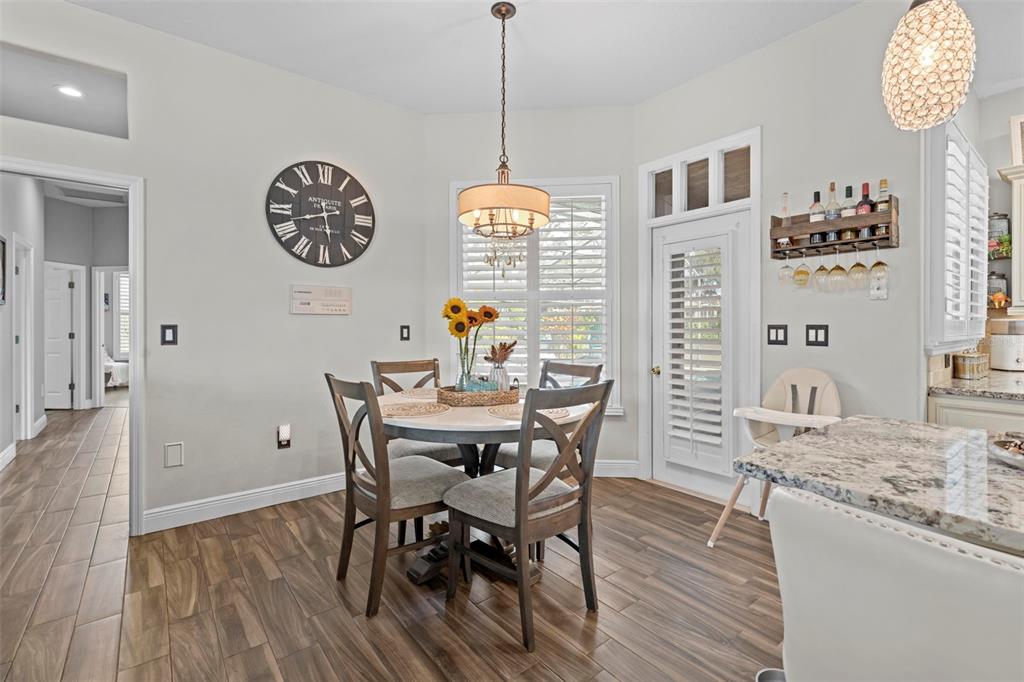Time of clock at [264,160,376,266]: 5:42
